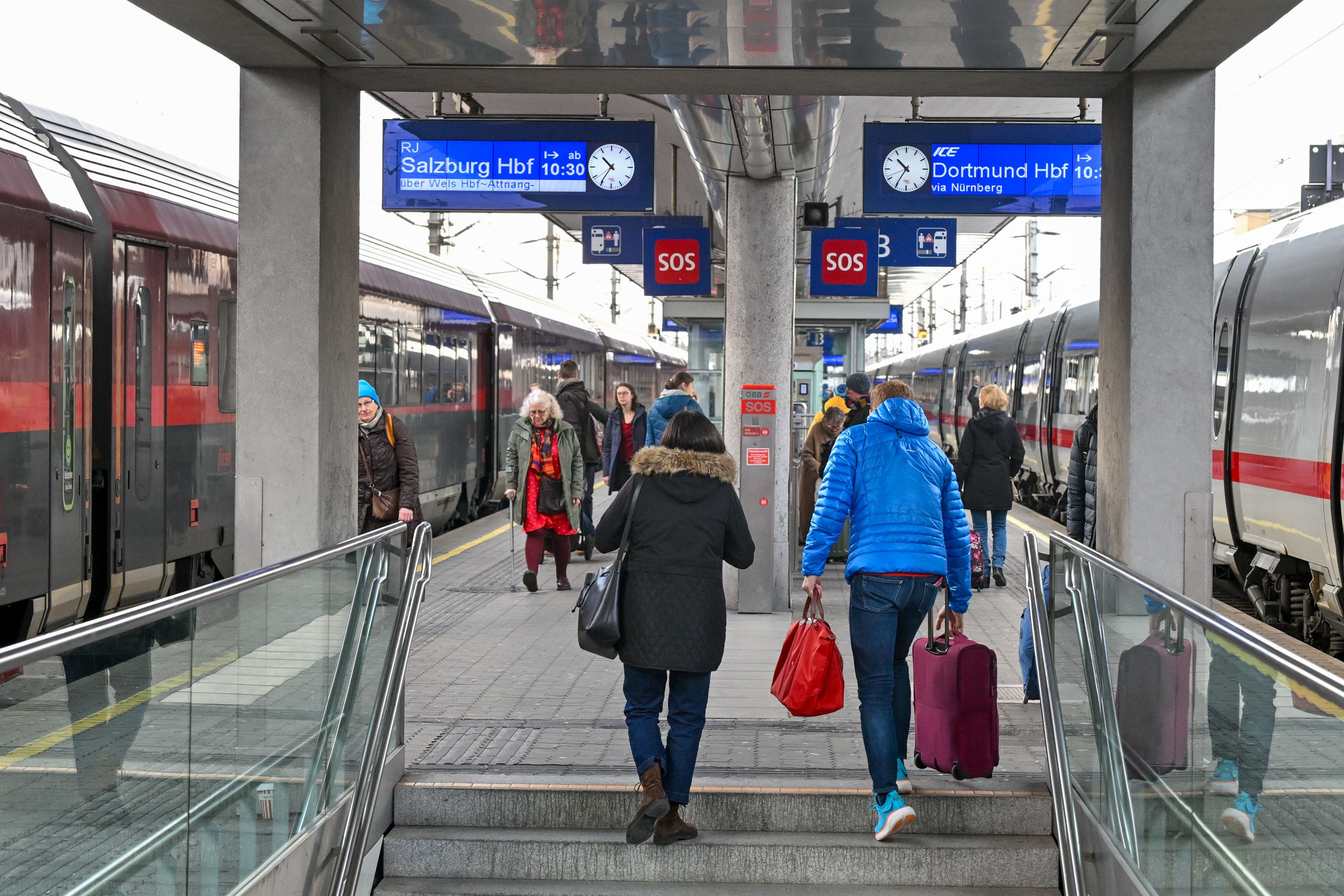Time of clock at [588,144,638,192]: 10:35
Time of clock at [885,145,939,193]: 10:35
